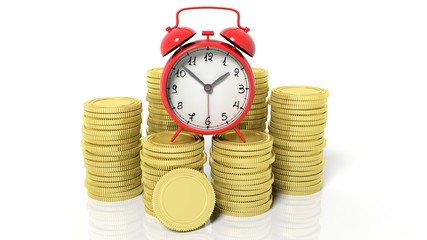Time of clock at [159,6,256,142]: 1:52
